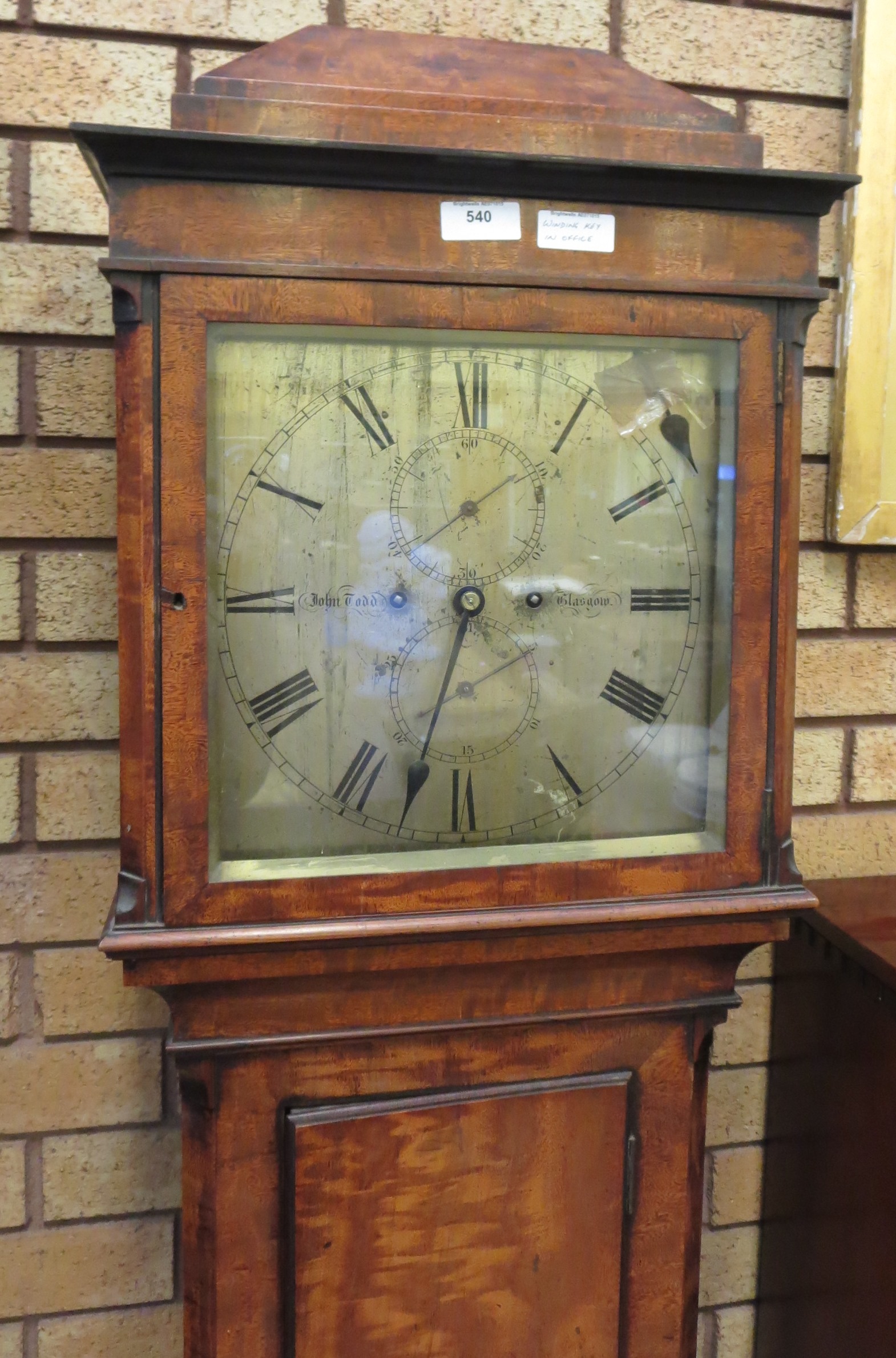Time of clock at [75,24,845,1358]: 3:32
